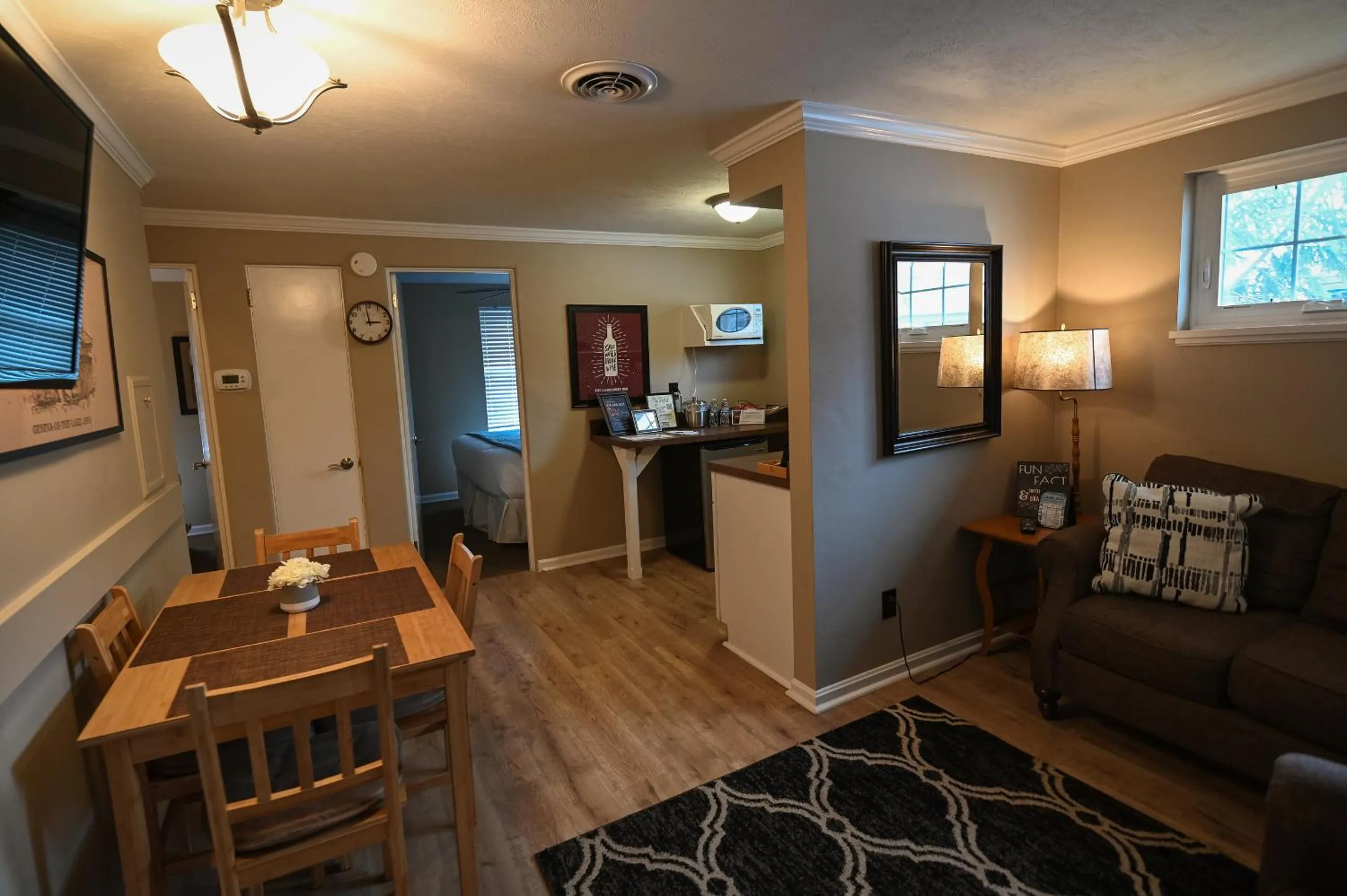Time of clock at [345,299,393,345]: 2:58
